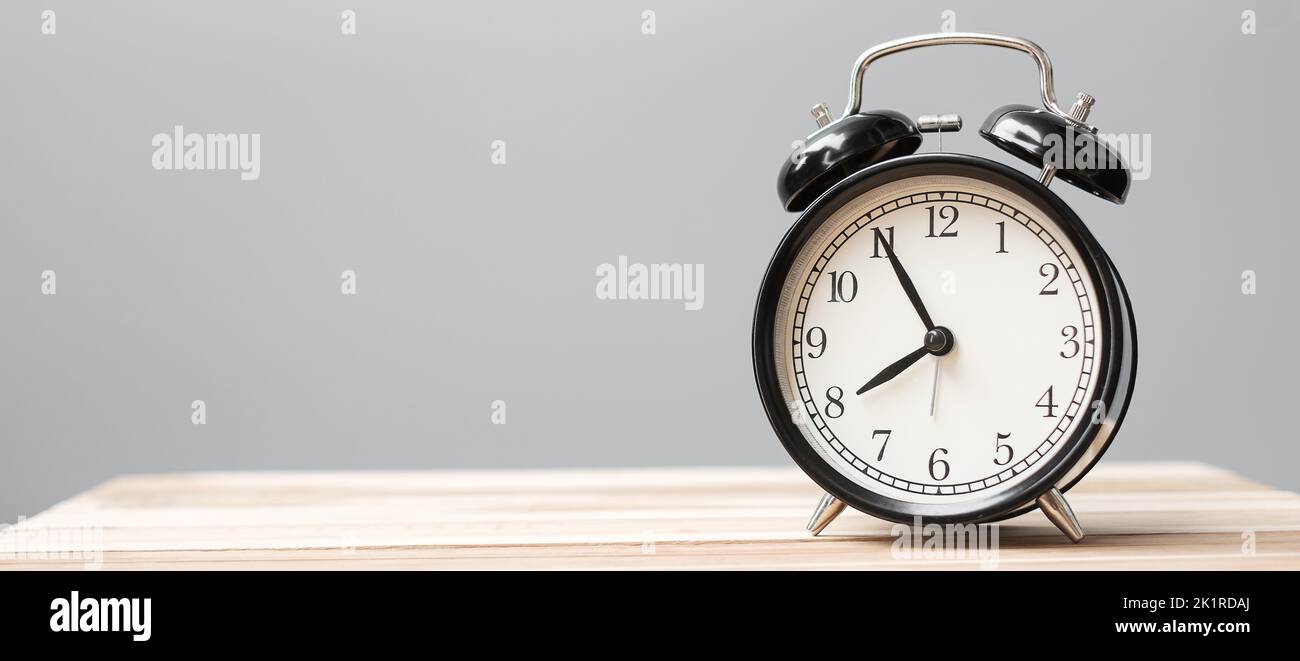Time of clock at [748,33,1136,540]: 7:55
